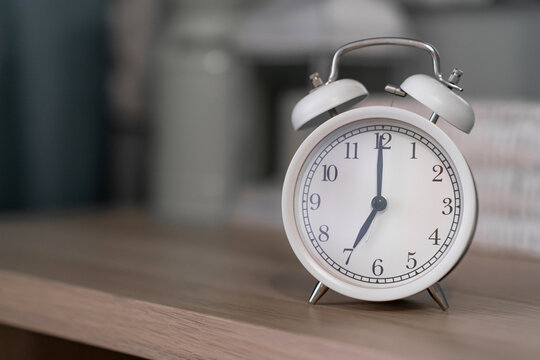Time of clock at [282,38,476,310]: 7:00
